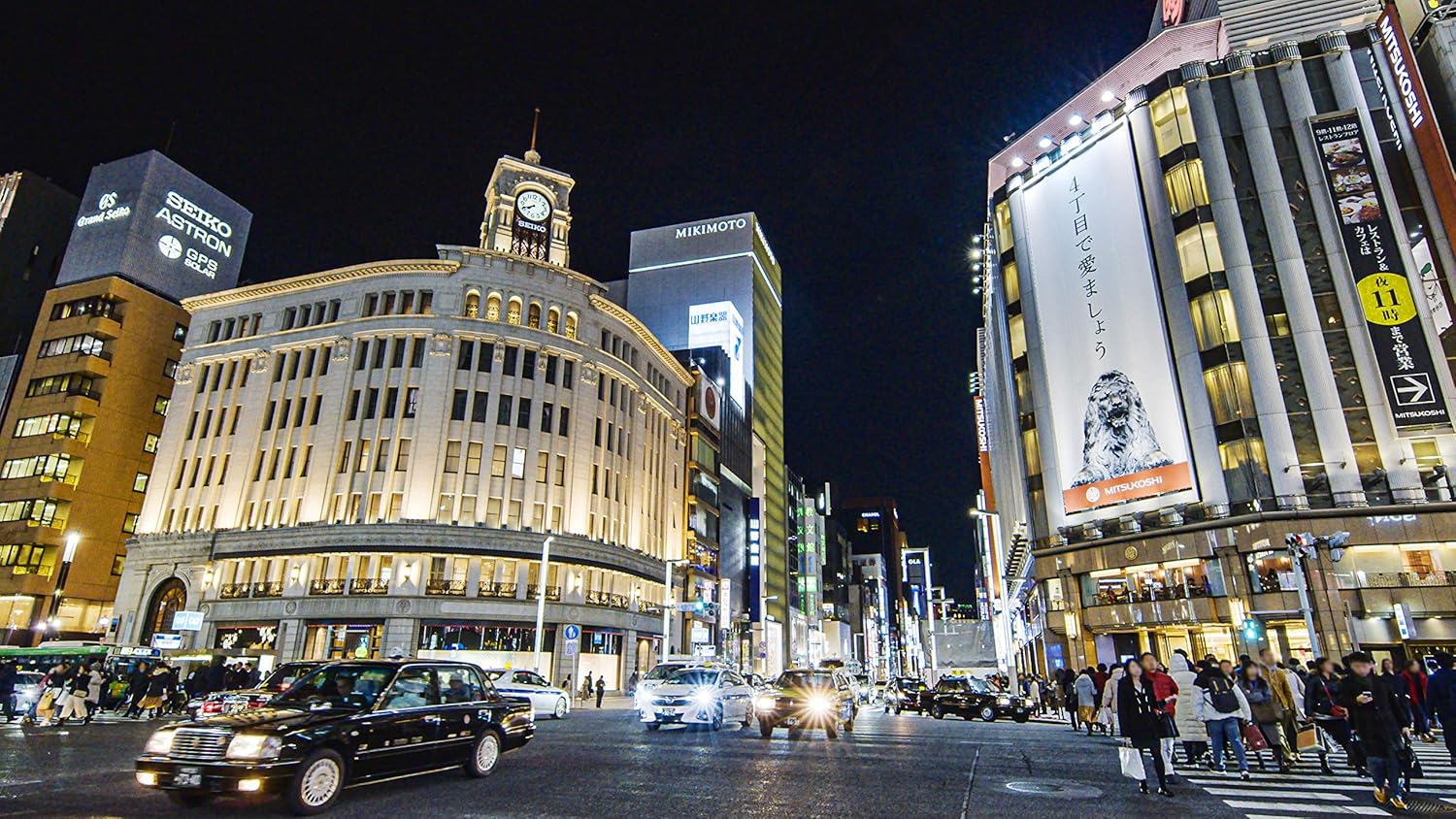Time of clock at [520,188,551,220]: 7:40
